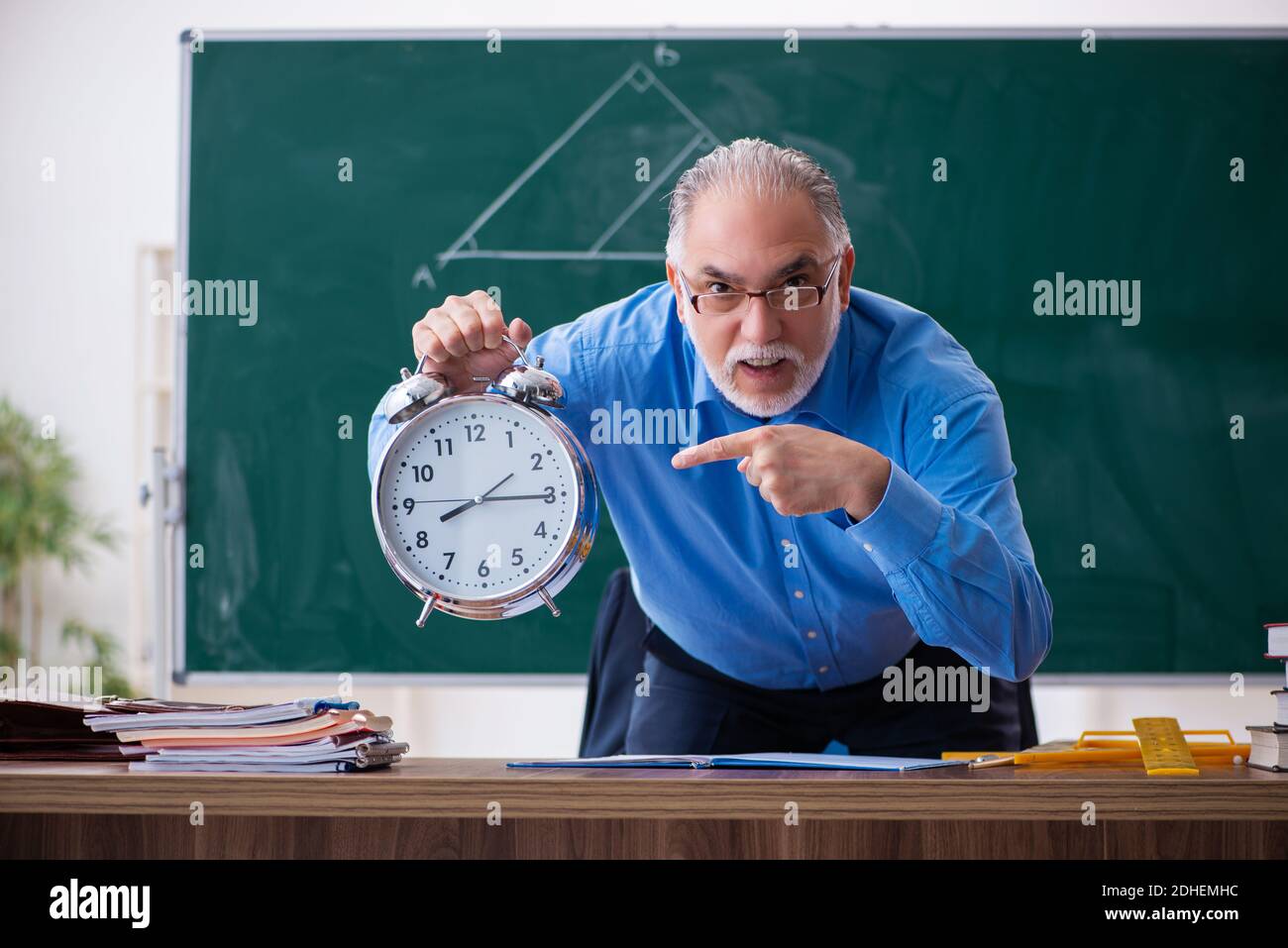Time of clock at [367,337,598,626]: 8:15
